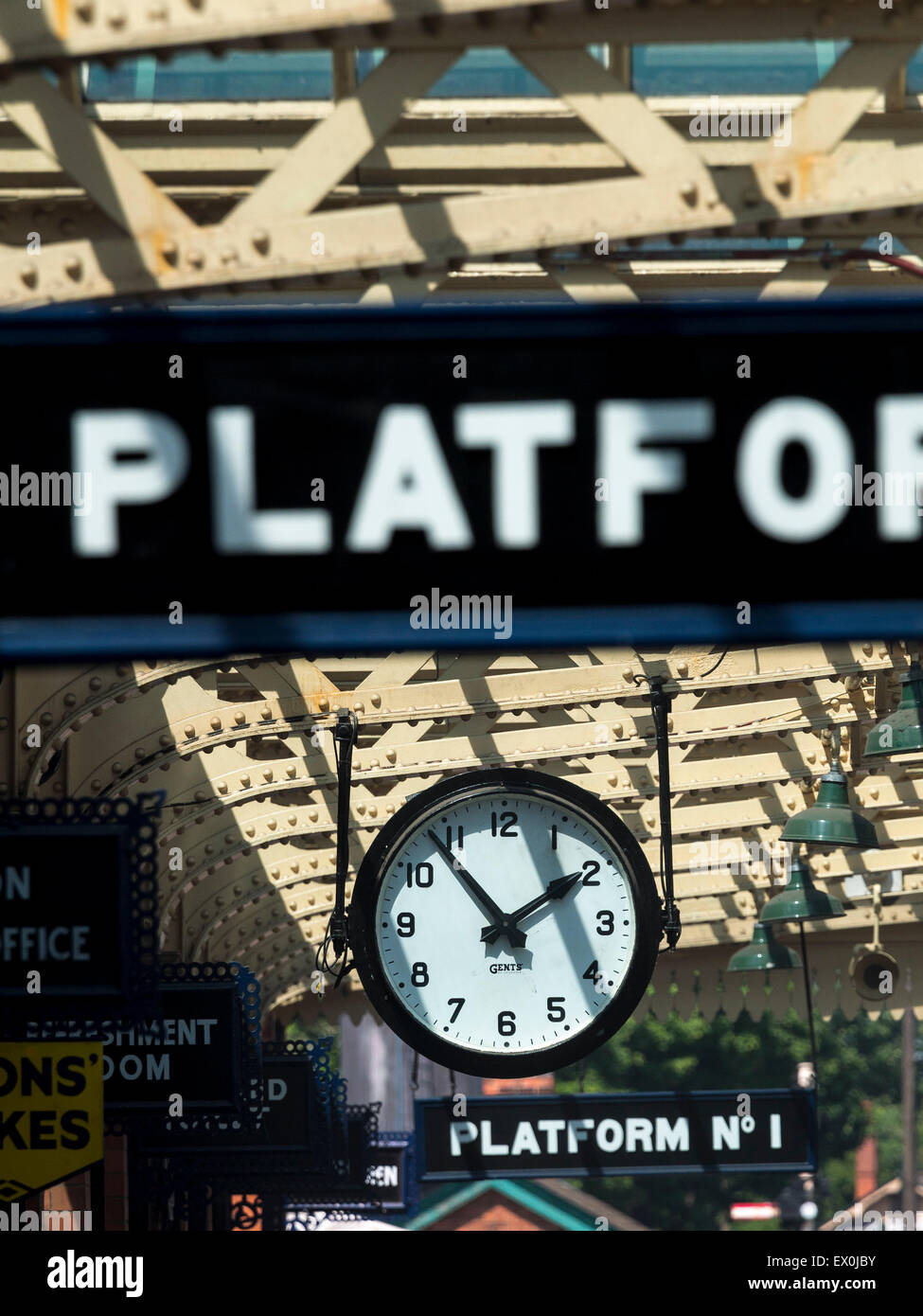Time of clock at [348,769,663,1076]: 1:53
